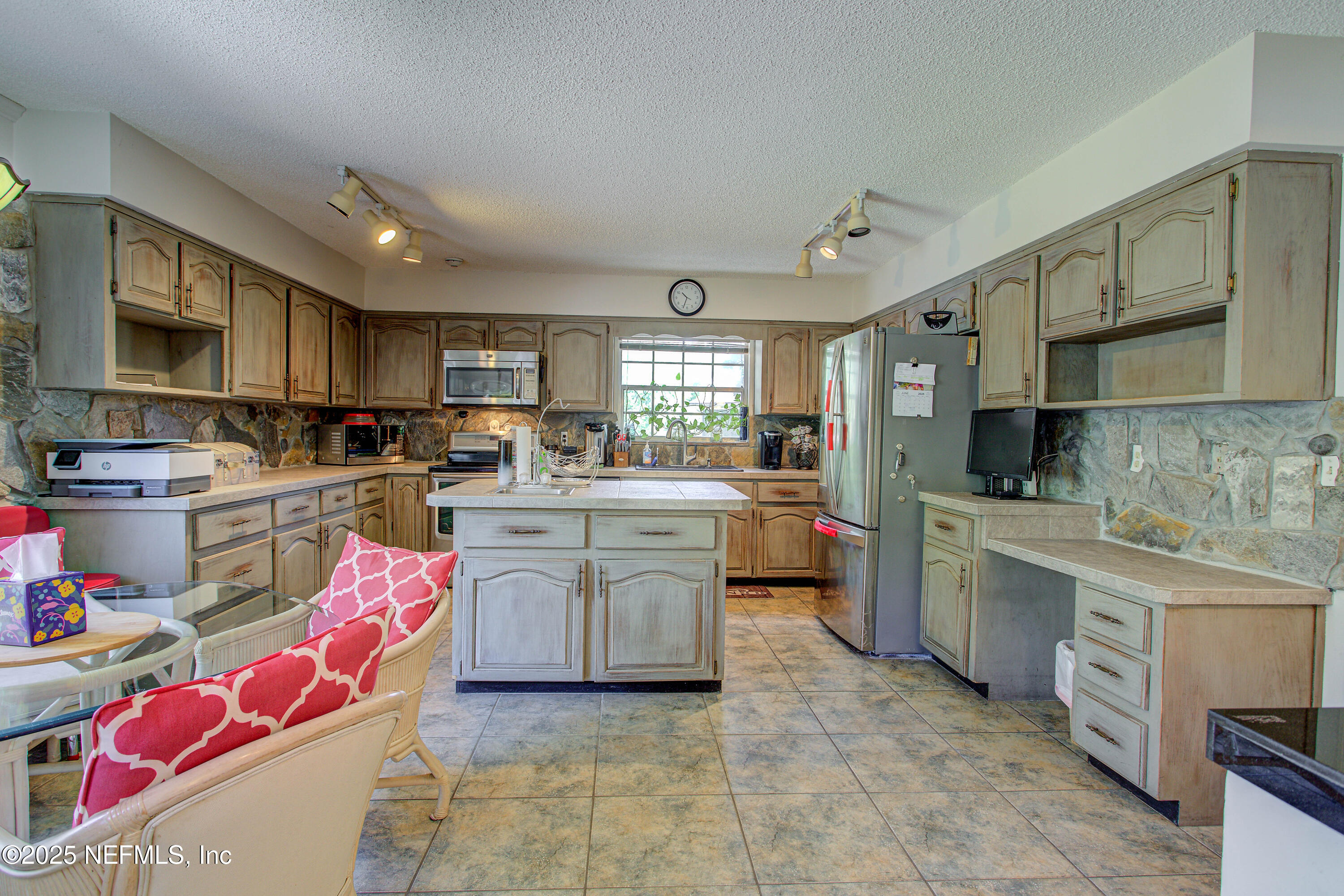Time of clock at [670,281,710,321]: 10:33
